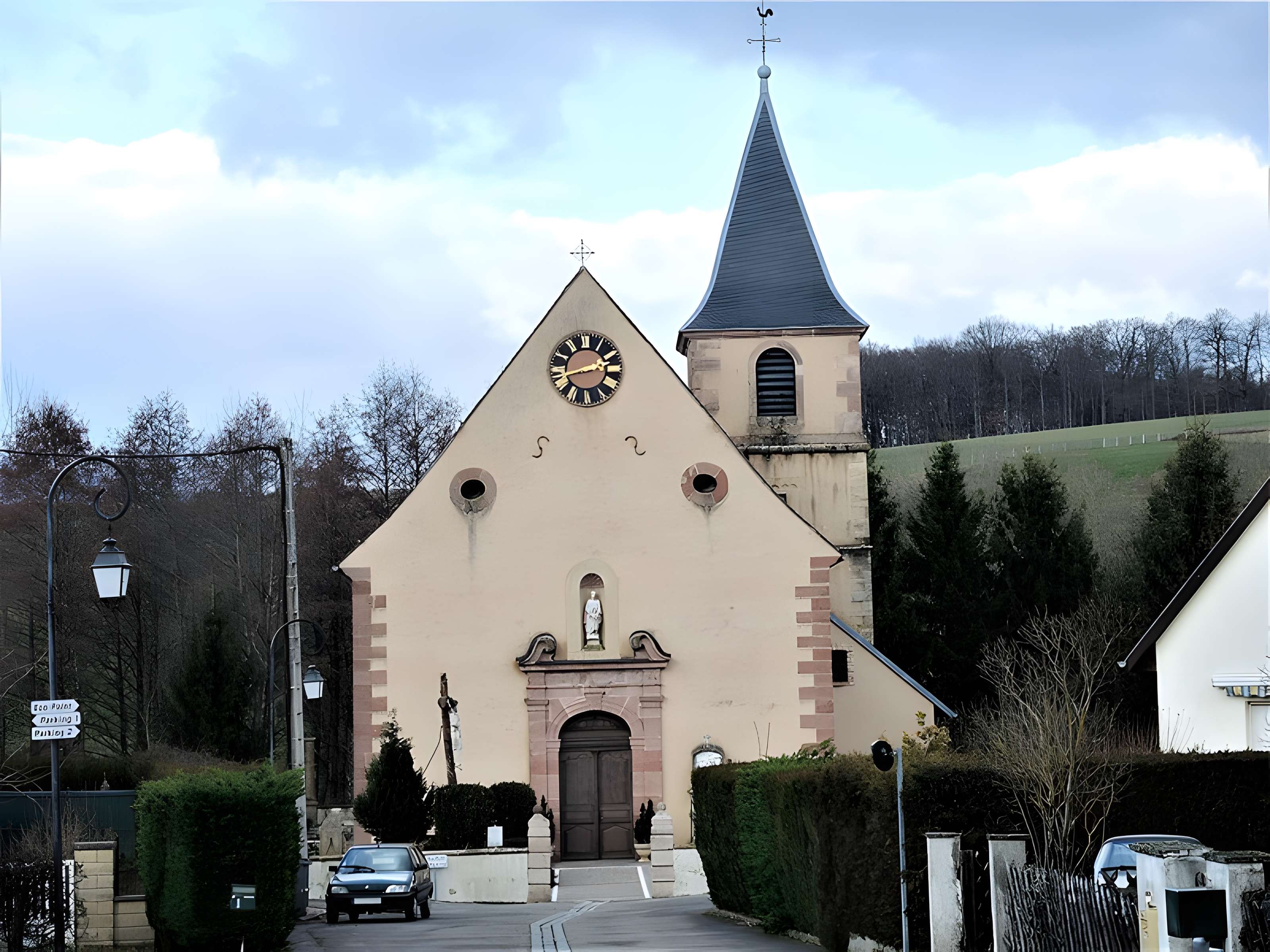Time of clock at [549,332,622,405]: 2:42
